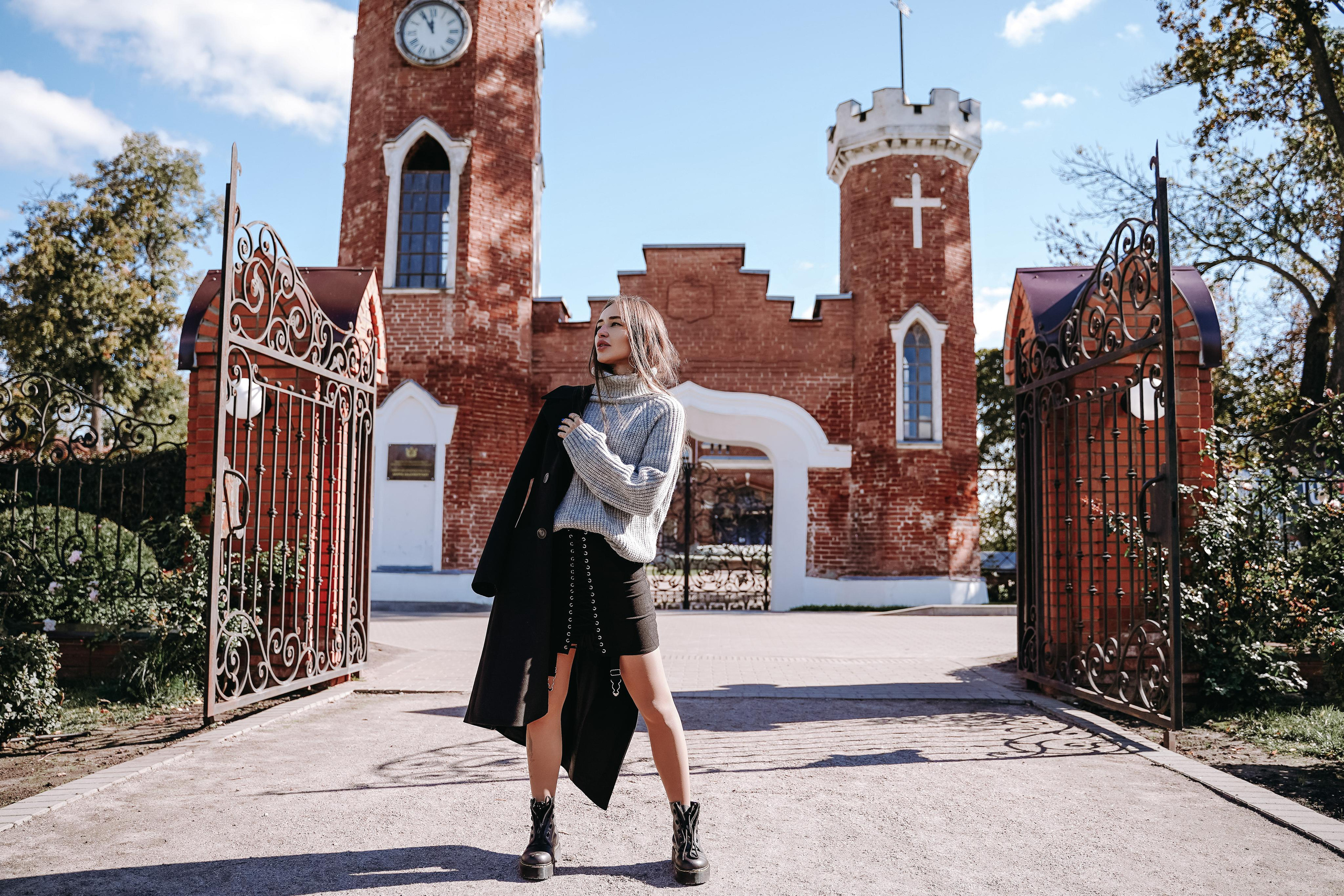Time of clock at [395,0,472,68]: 11:55
